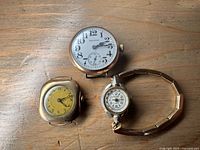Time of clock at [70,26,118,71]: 2:14
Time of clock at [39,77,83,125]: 4:12
